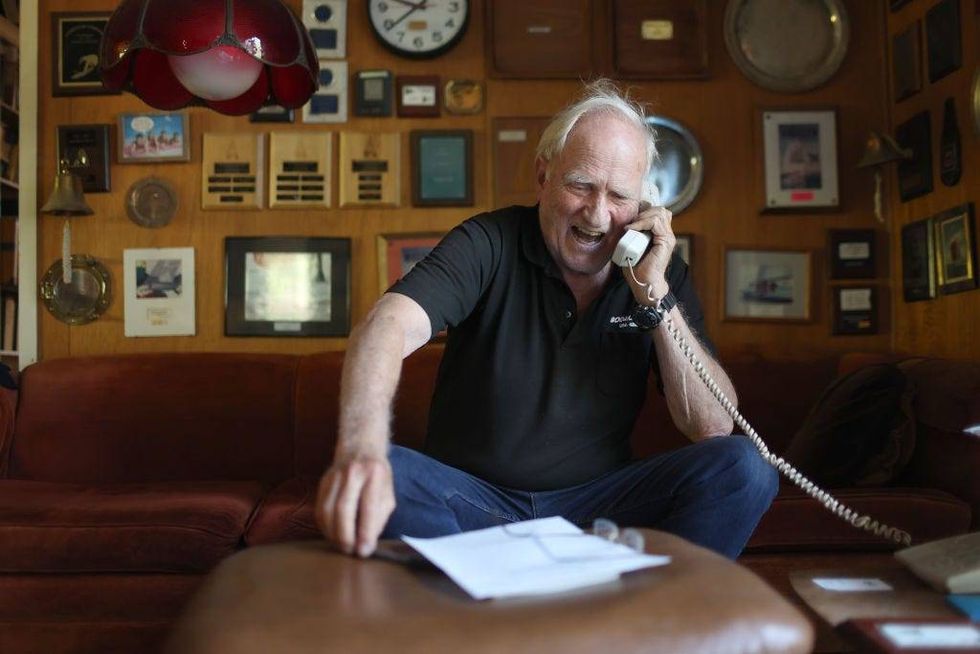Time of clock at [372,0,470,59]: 9:38
